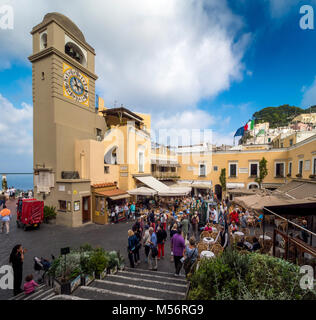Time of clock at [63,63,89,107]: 11:17
